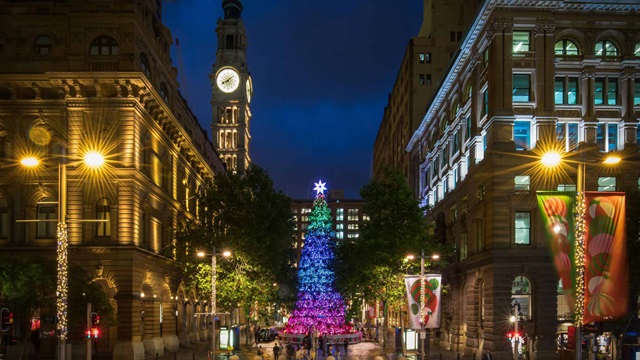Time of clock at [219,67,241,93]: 8:08
